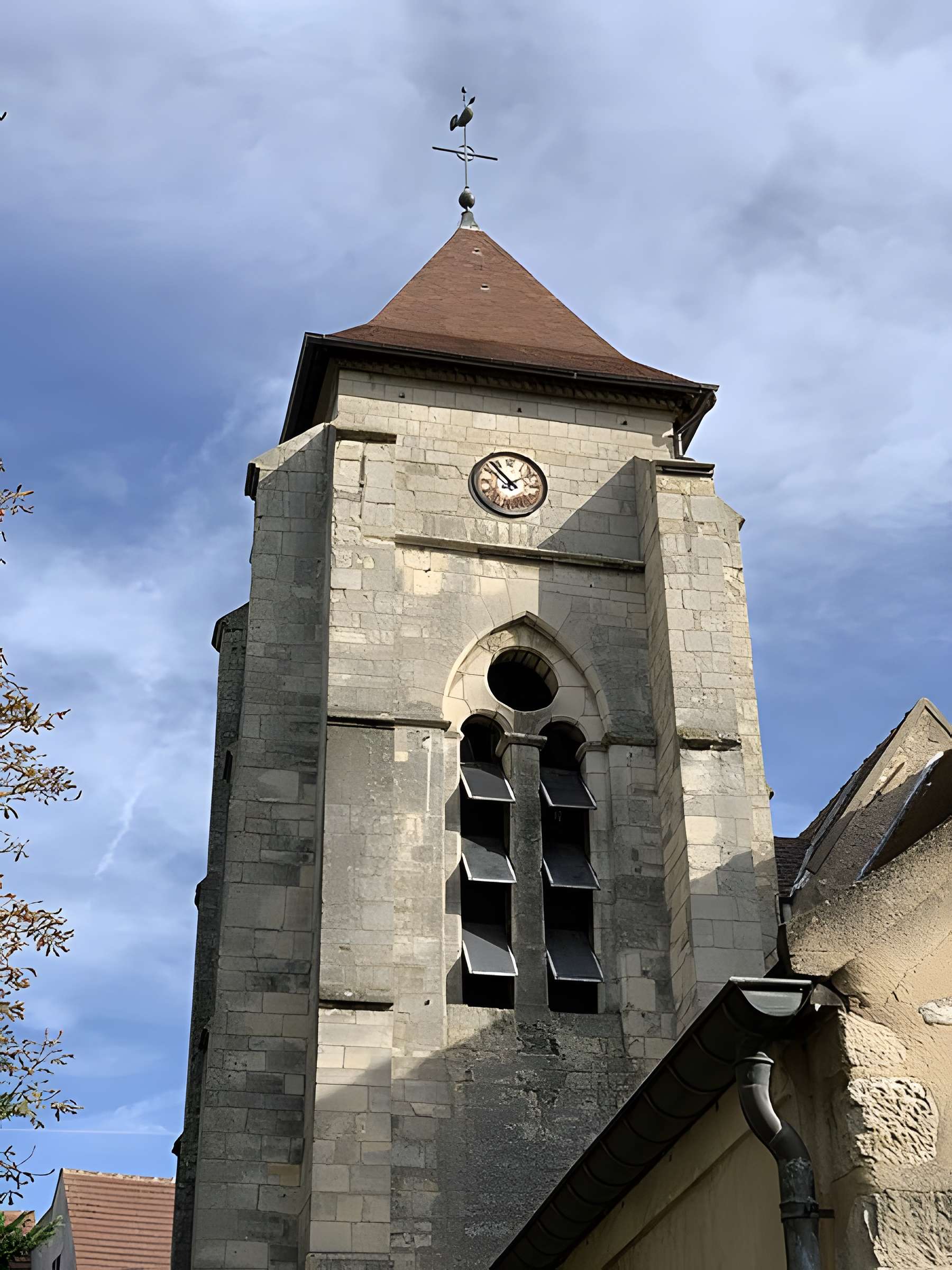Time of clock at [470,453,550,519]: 1:53
